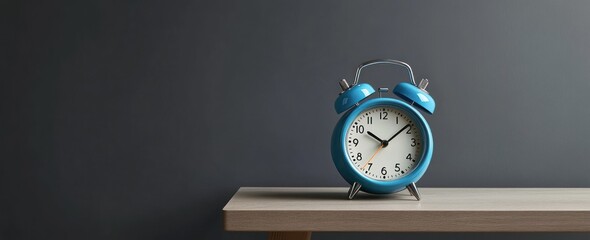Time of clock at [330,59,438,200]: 10:08
